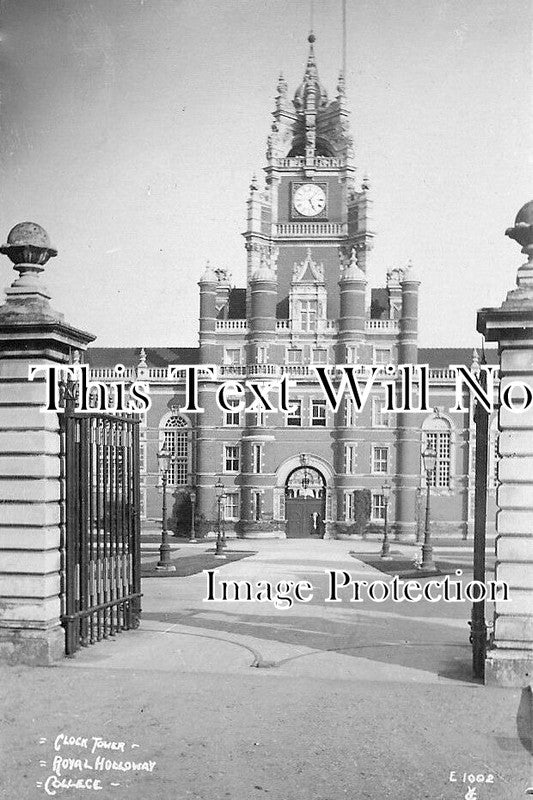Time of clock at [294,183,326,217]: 5:06
